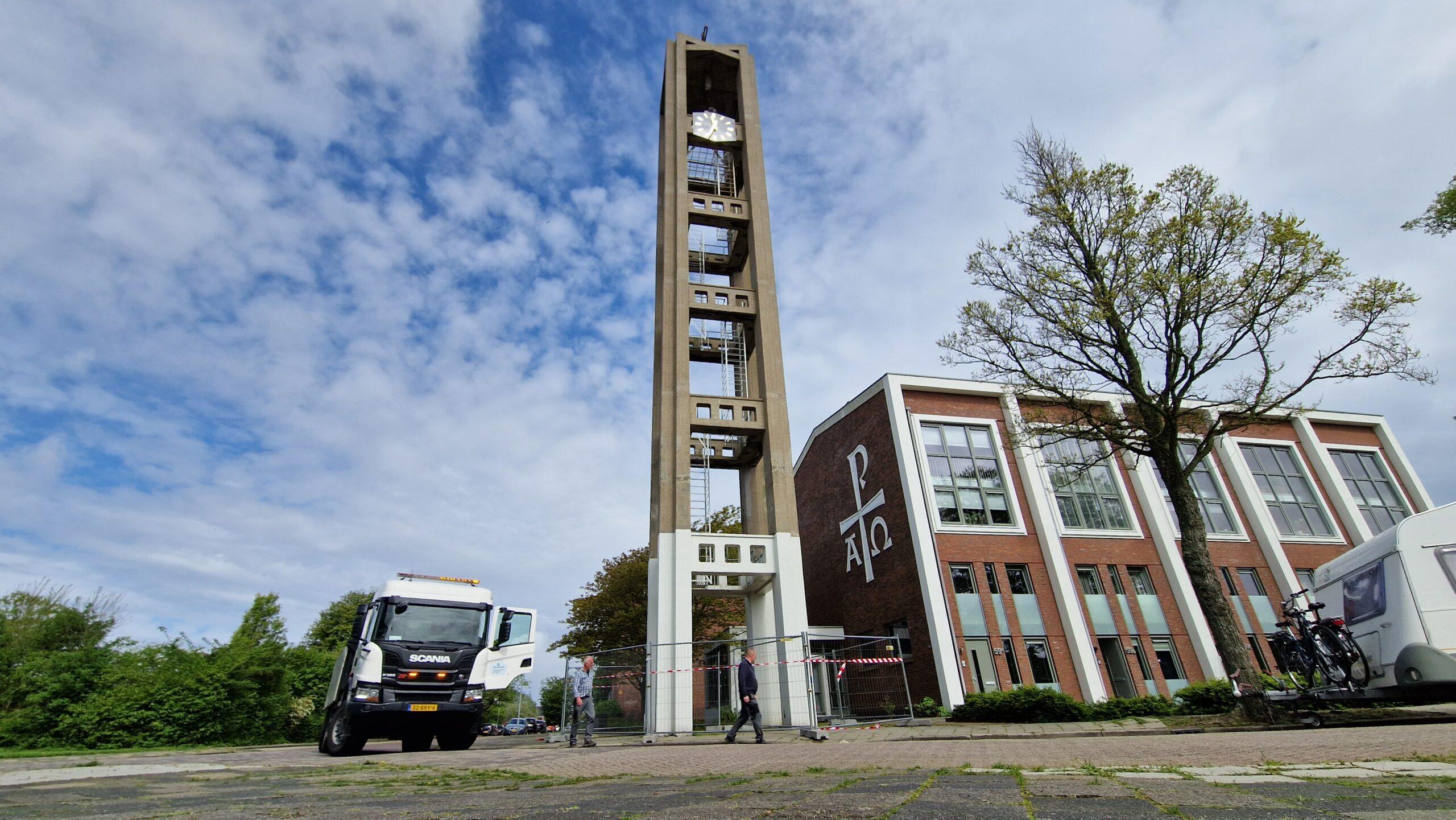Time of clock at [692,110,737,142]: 11:34
